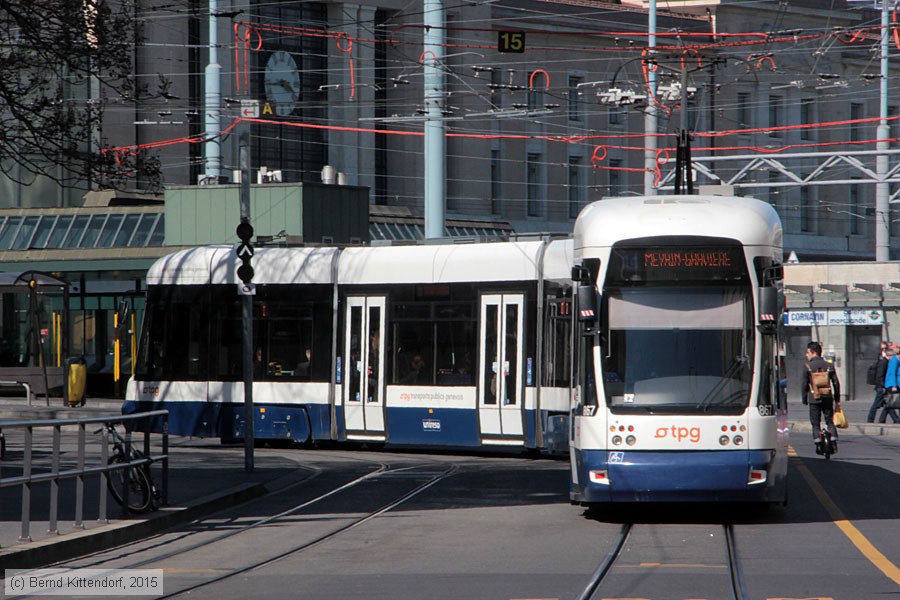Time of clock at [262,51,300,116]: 3:43
